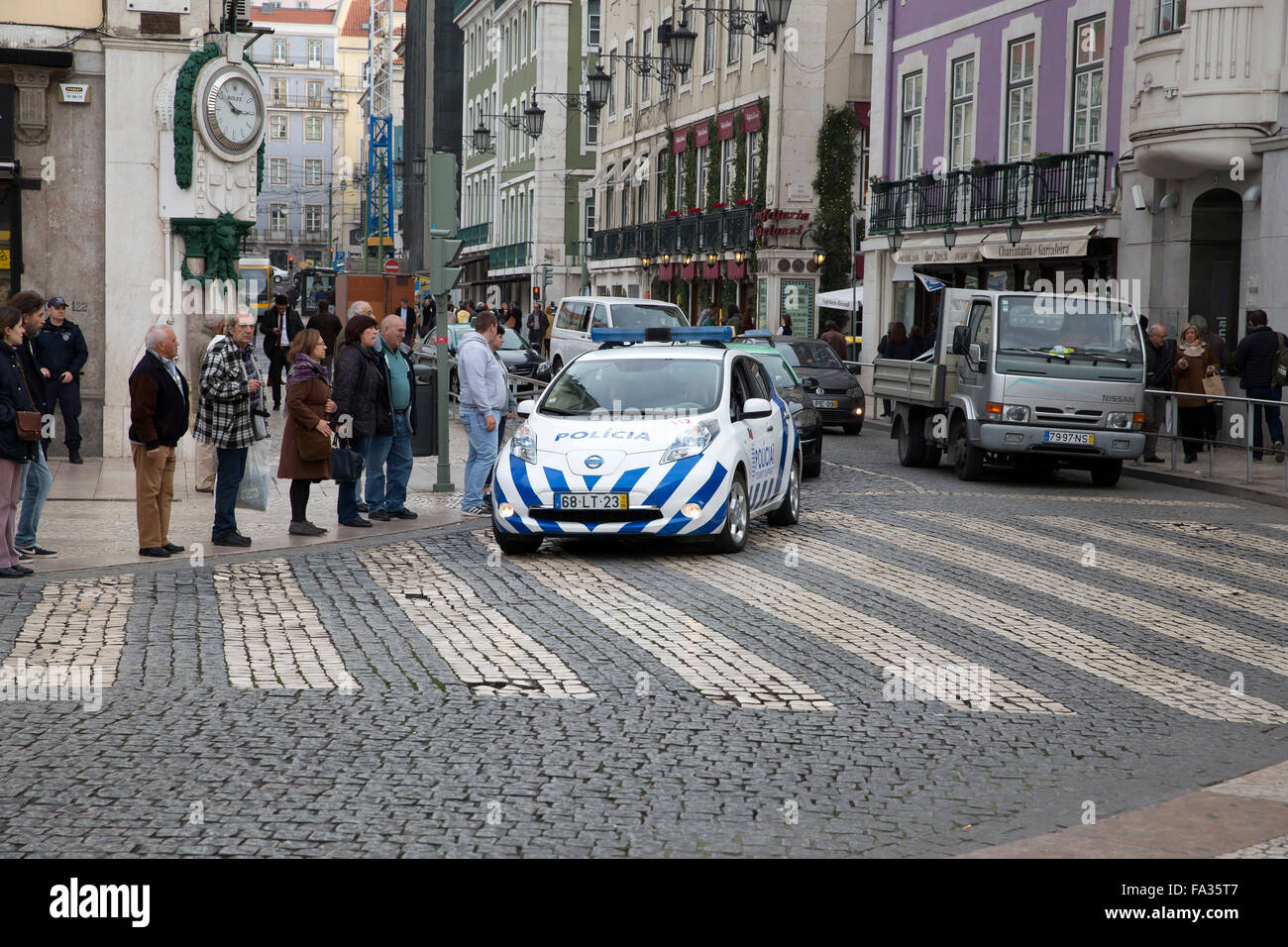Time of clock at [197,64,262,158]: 10:15
